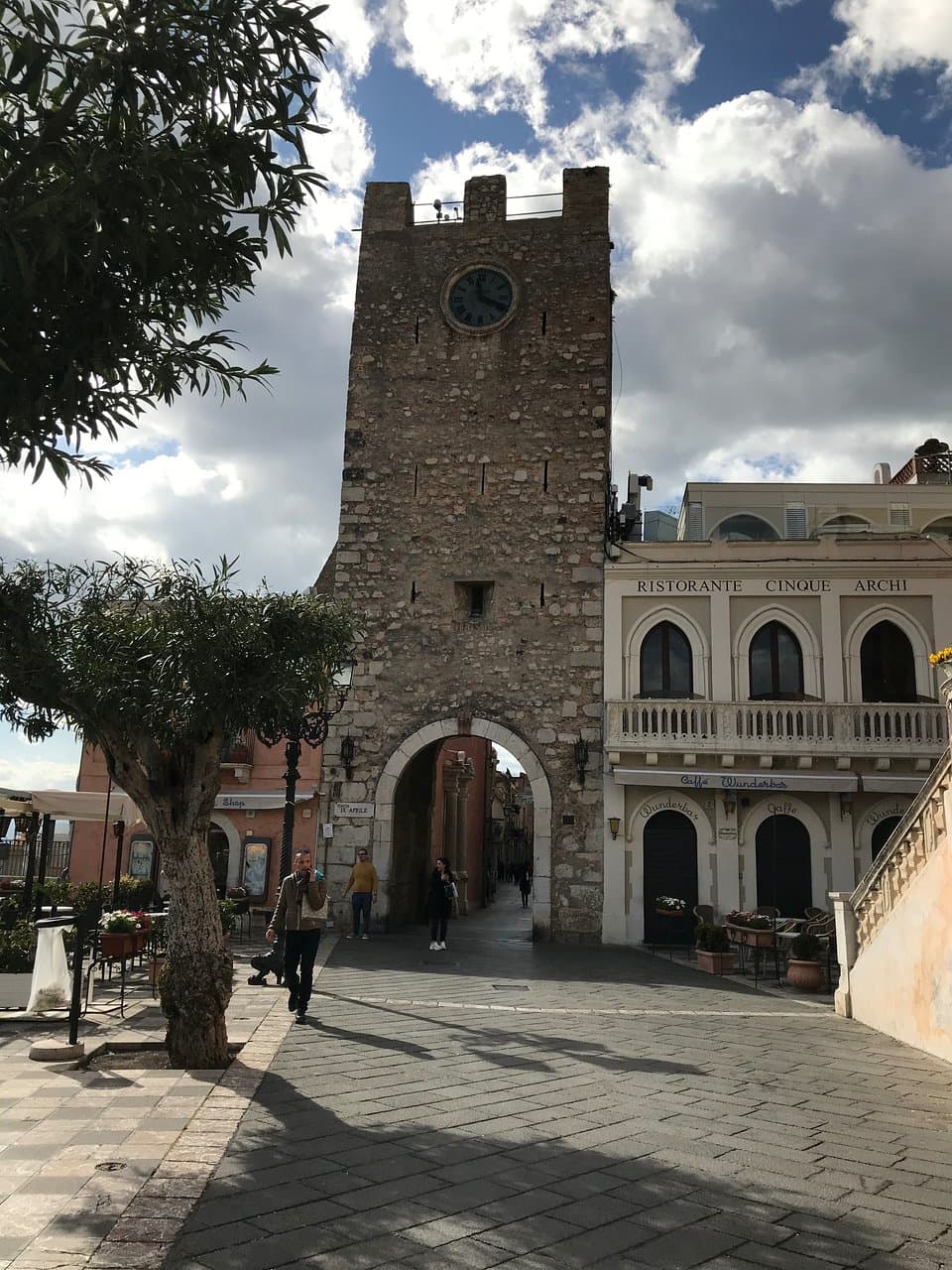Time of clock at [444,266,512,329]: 3:58
